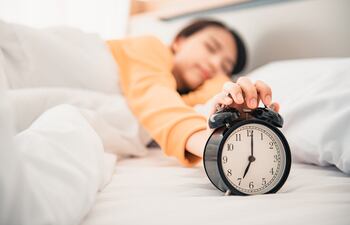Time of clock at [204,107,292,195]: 7:00
